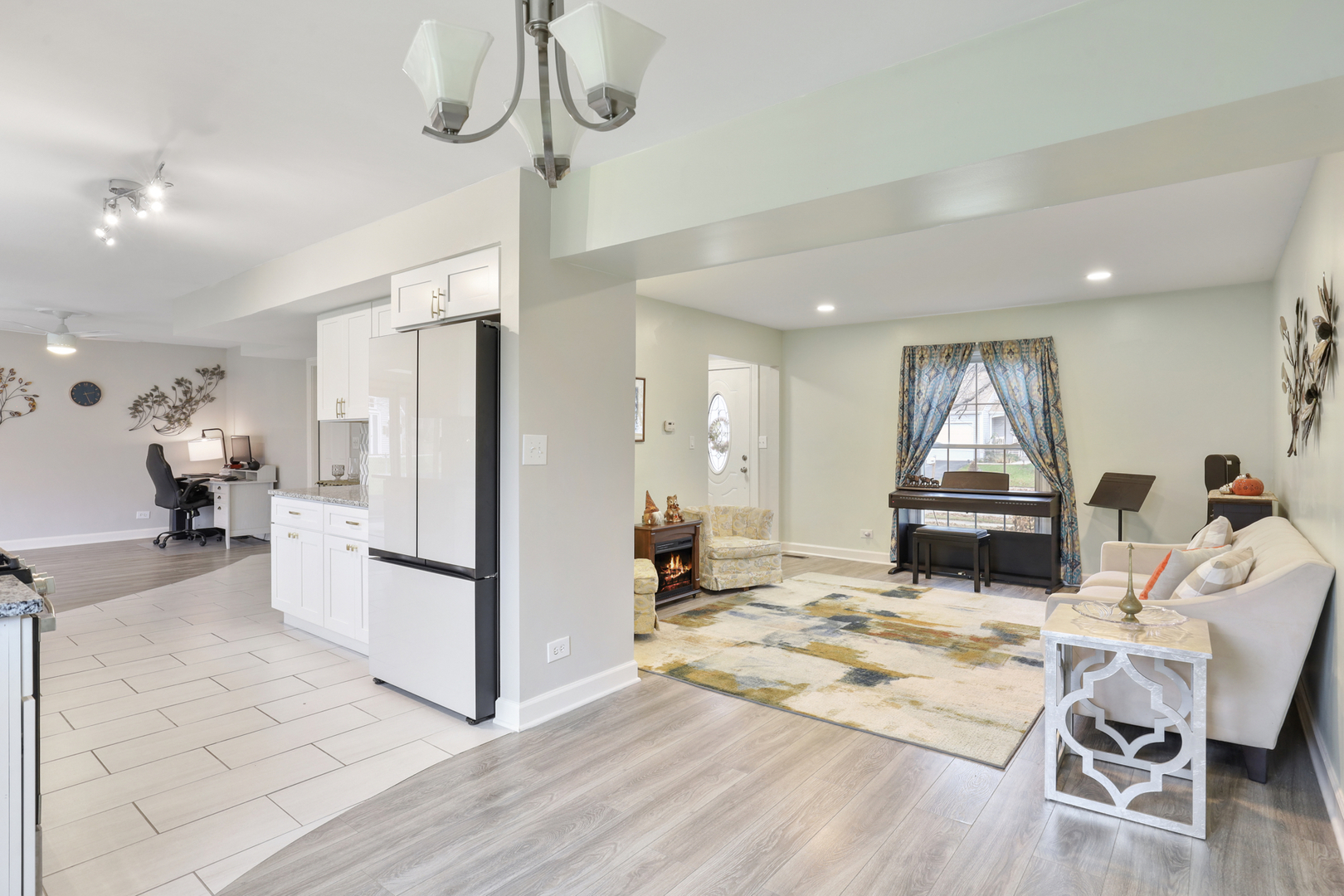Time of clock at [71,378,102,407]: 2:26
